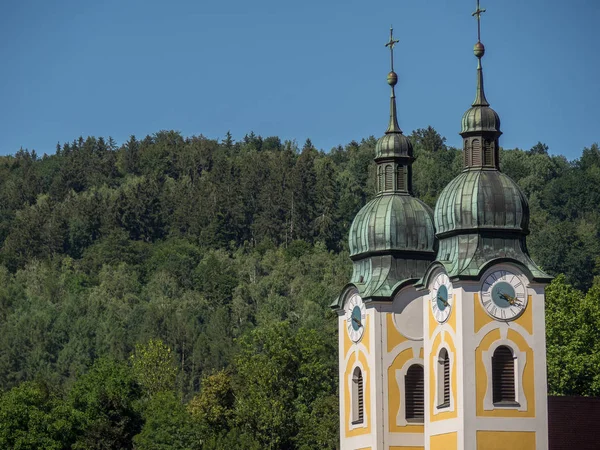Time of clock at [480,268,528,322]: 4:18
